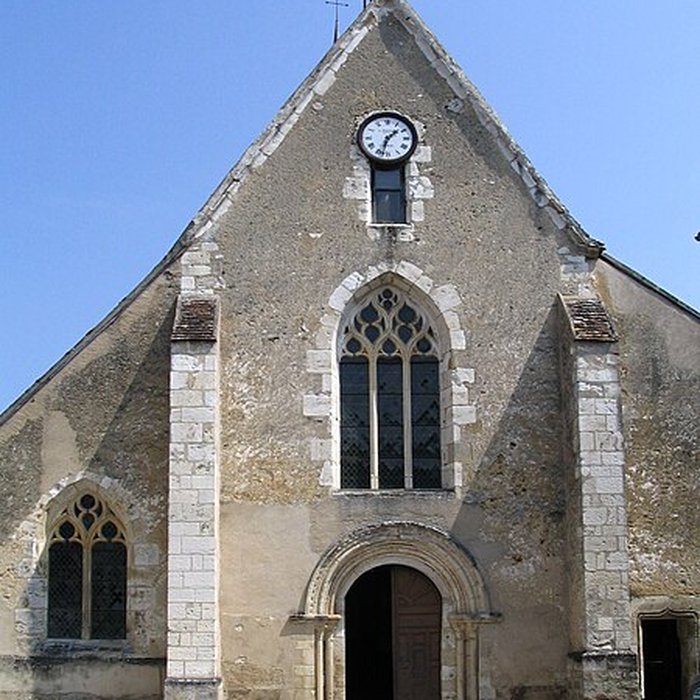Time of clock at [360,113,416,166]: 1:32
